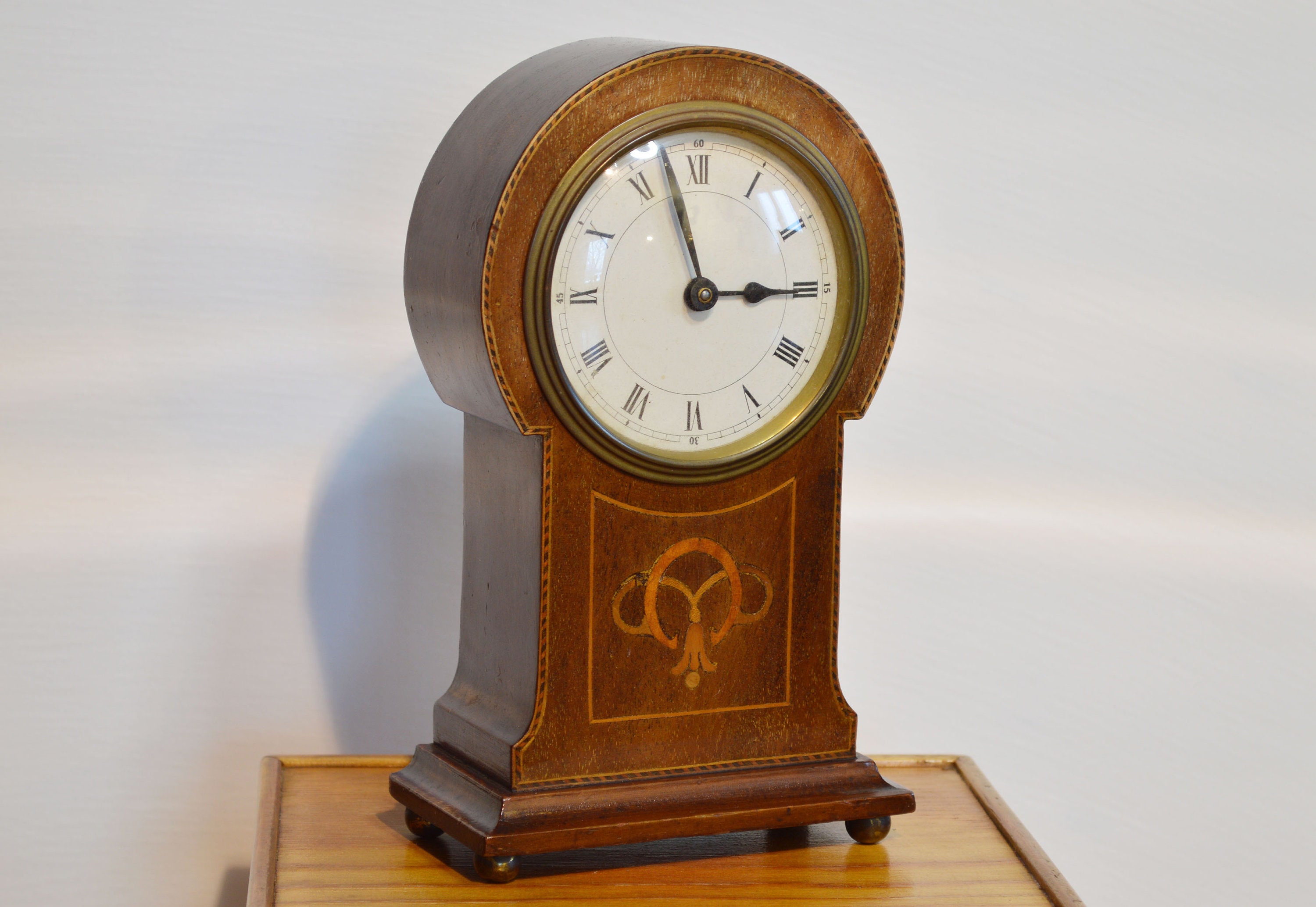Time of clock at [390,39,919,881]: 2:57
